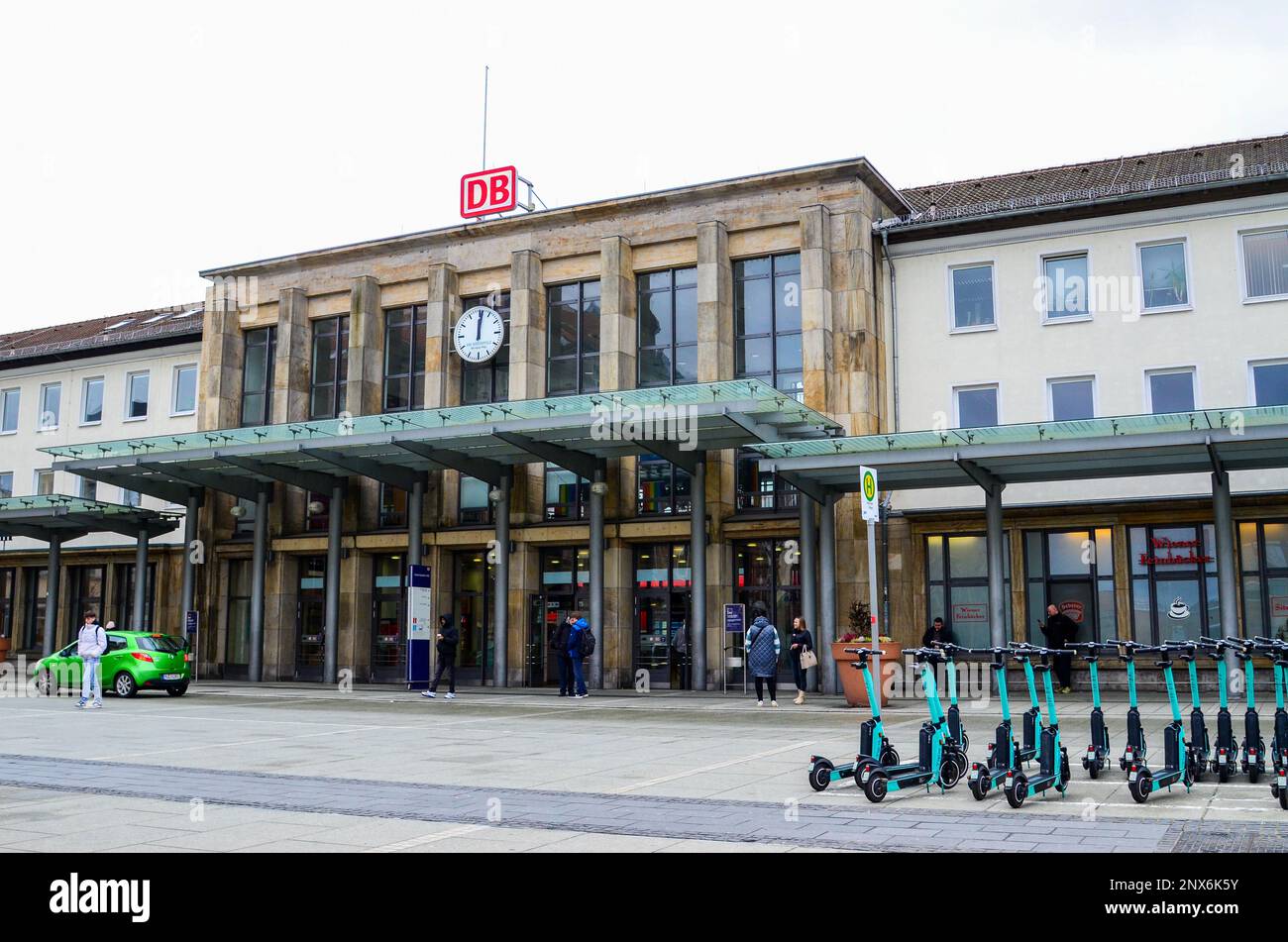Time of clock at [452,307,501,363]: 12:01
